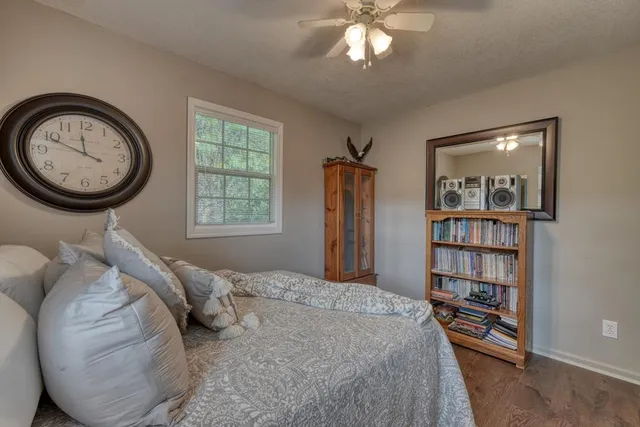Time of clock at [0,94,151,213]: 11:49
